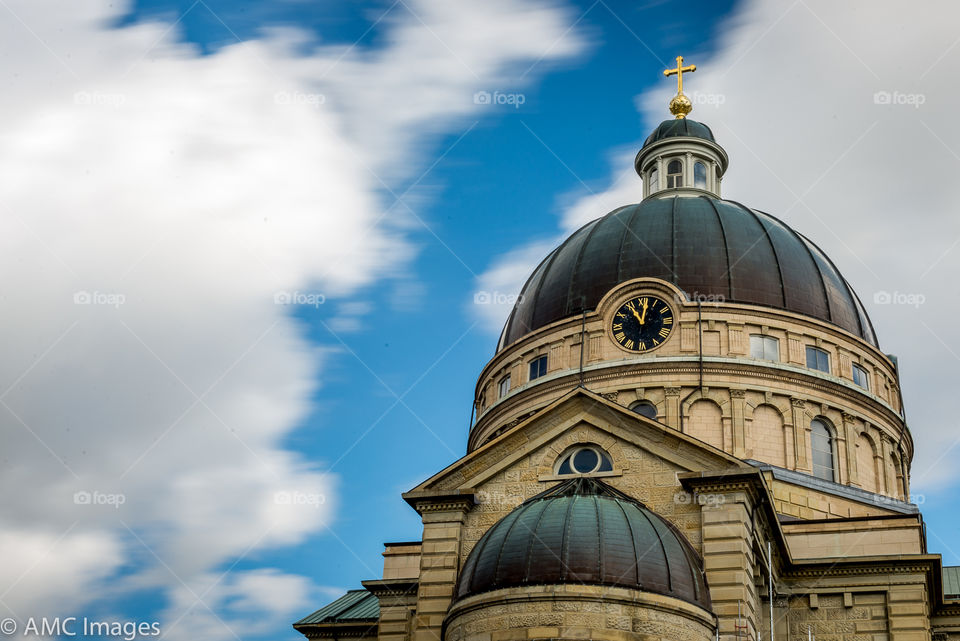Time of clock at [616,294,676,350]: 11:01
